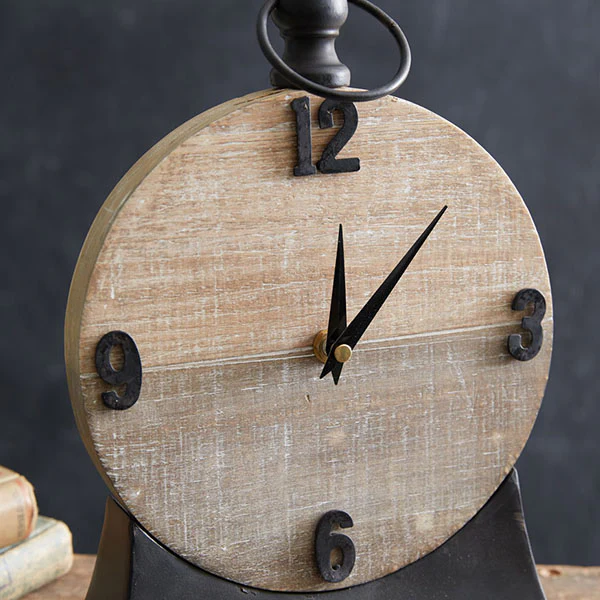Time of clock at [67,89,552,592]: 12:07
